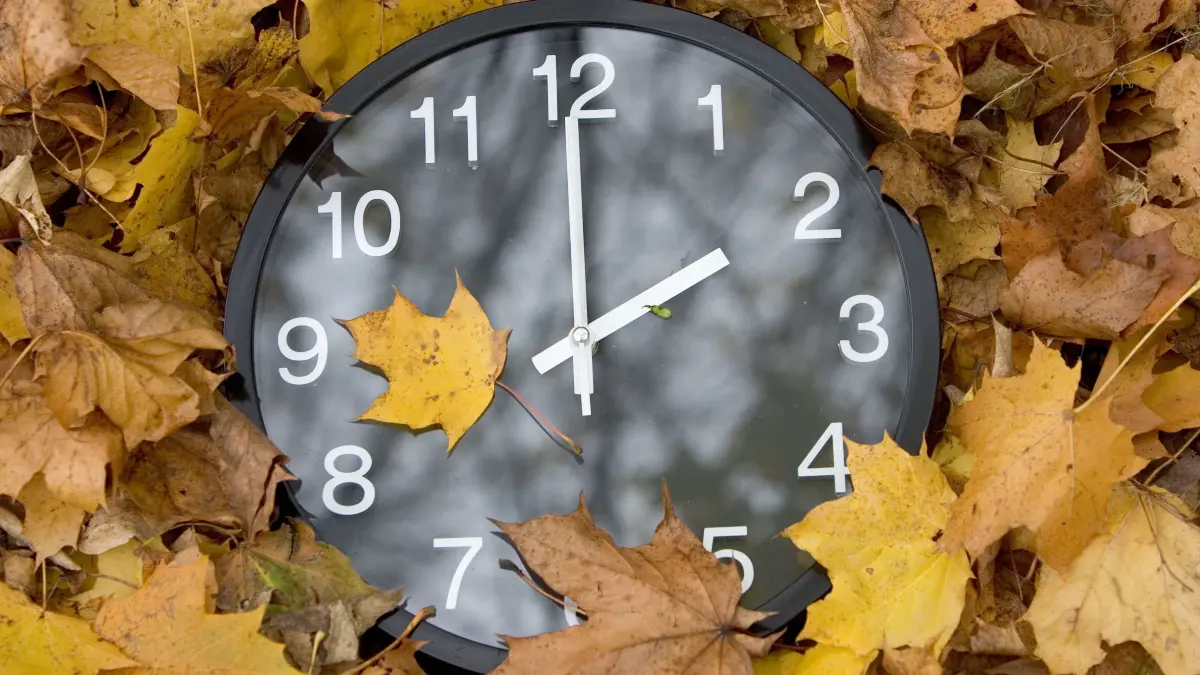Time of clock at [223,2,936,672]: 2:00
